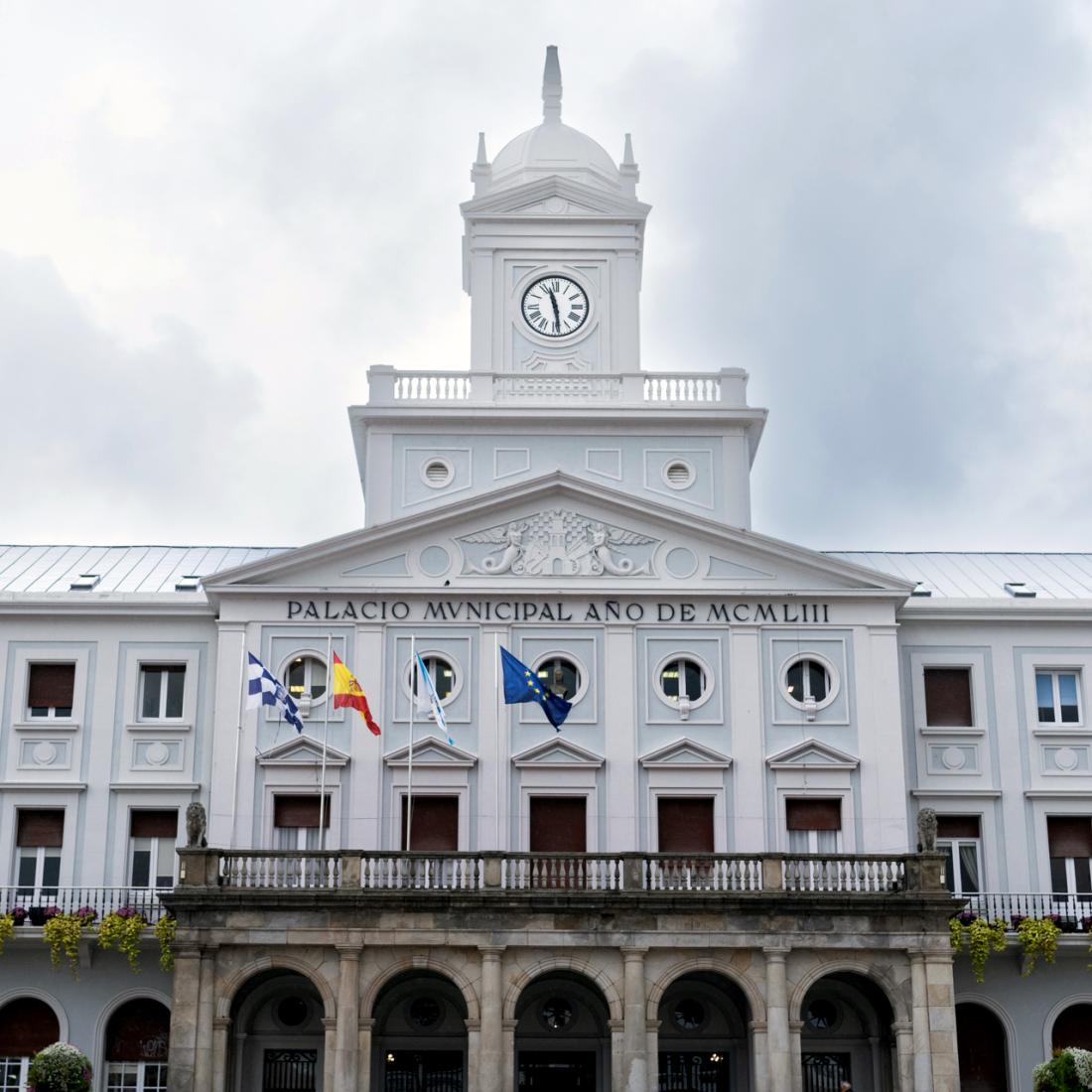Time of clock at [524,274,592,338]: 11:28
